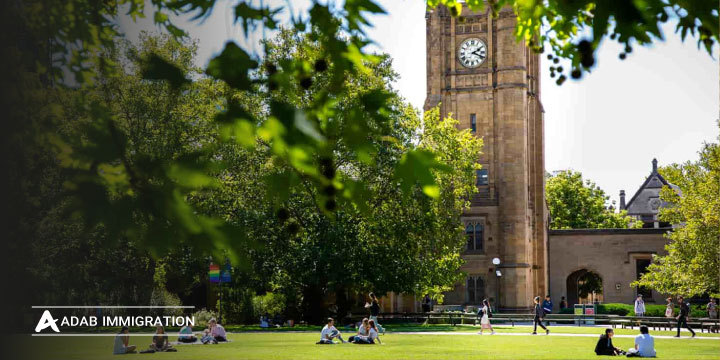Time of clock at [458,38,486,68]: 2:18
